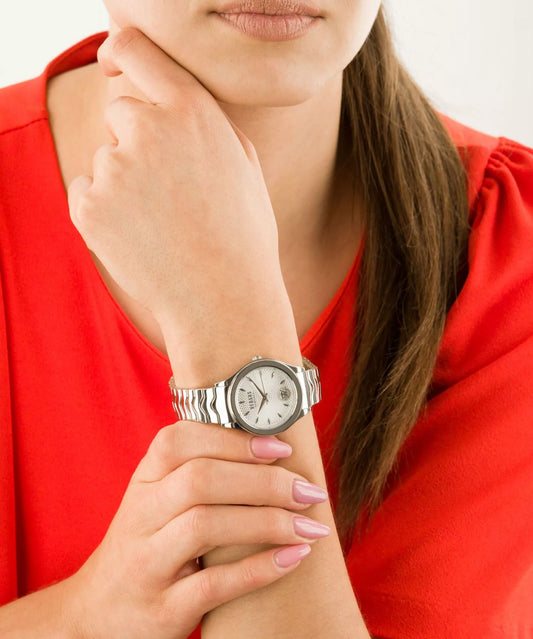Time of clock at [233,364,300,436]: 6:55
